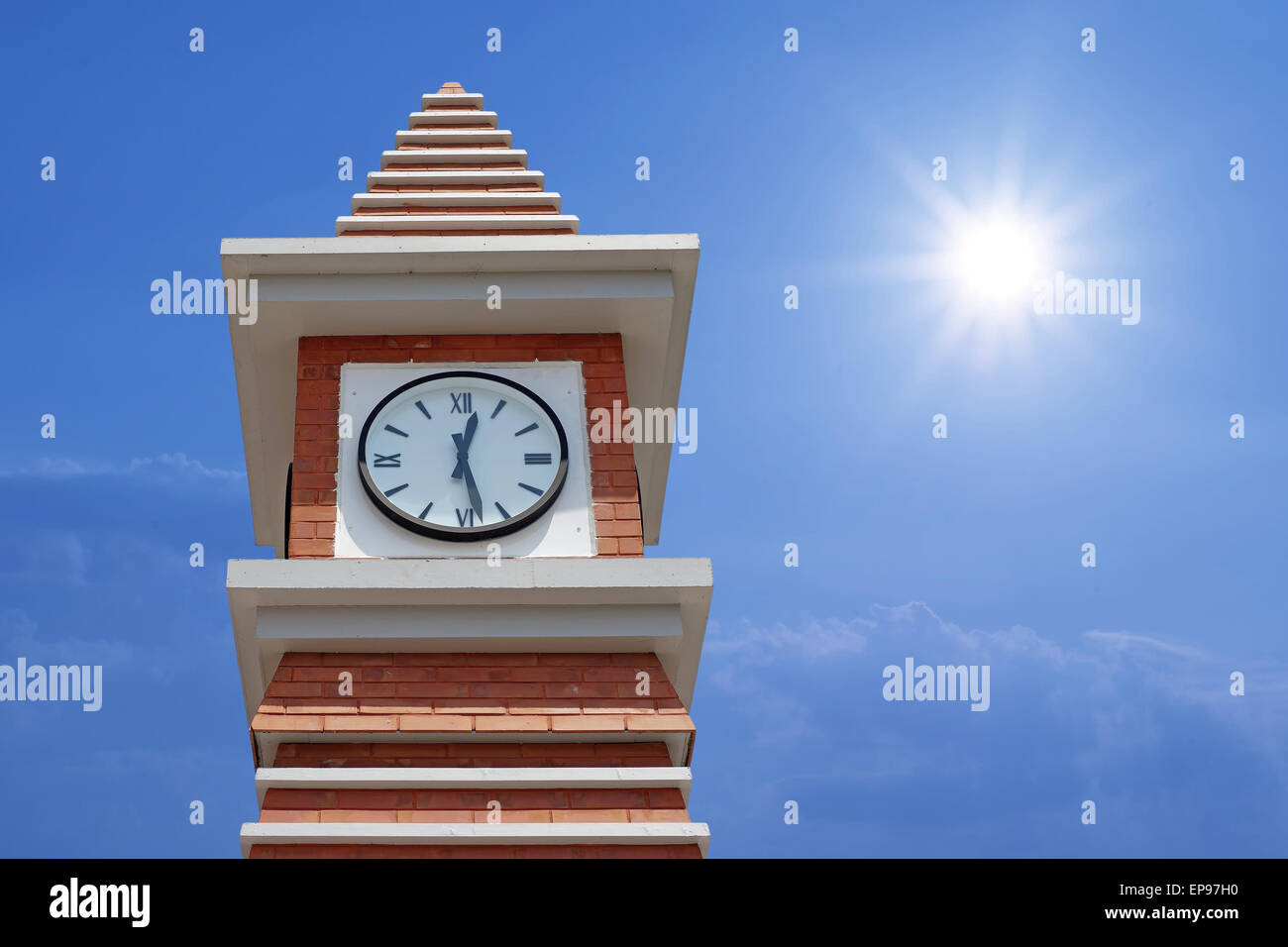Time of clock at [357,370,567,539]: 12:28
